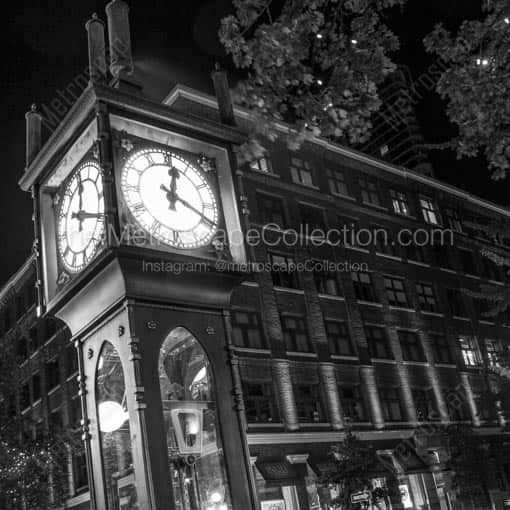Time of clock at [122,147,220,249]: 12:19
